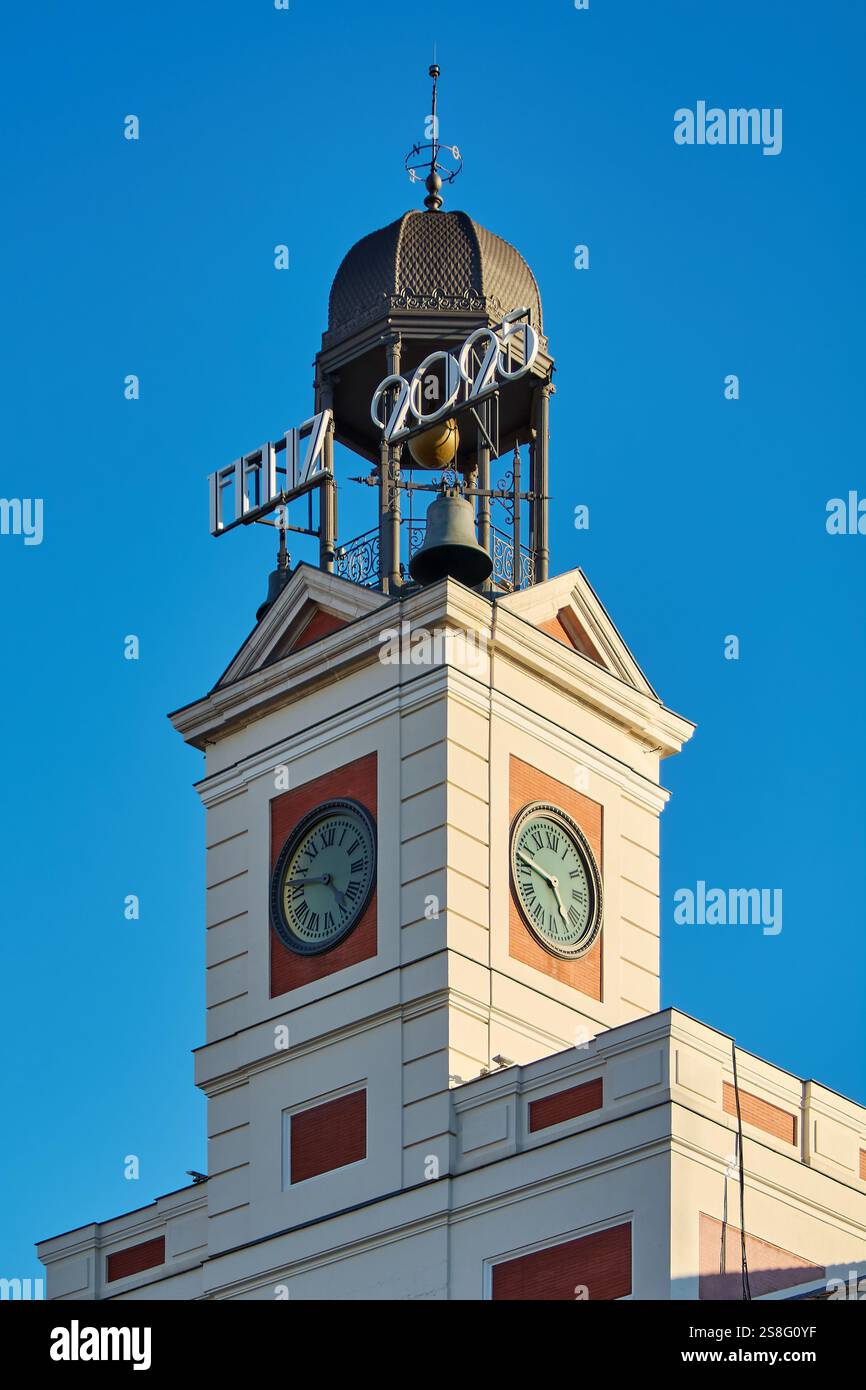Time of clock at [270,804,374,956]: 4:46
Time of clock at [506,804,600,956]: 4:46
